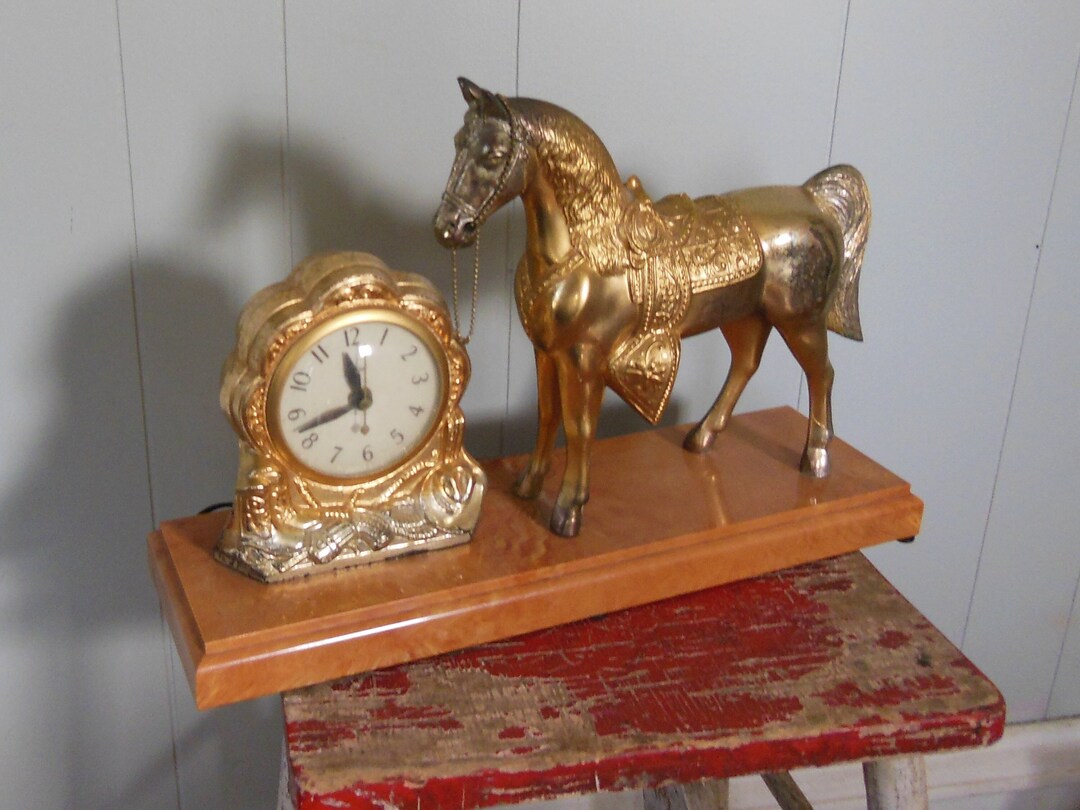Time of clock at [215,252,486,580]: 11:42
